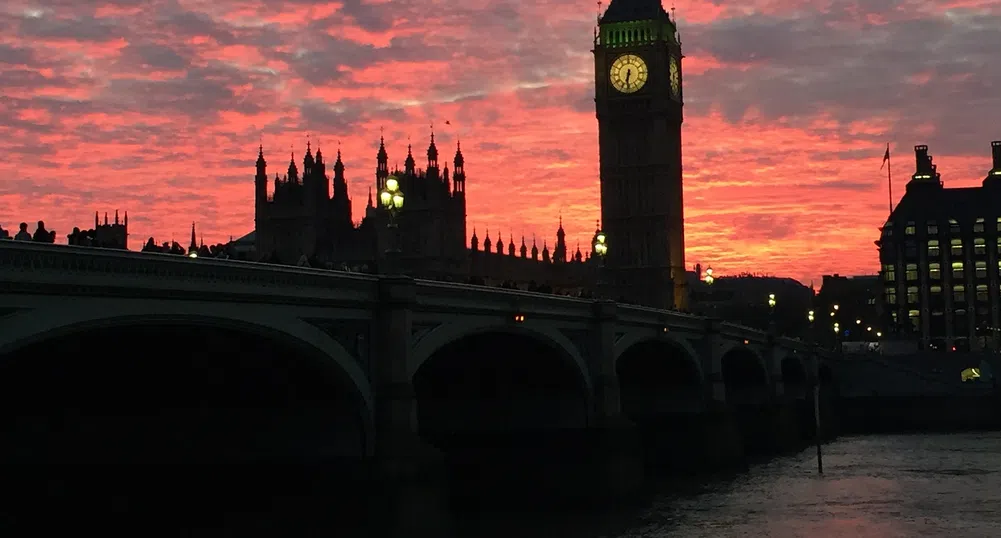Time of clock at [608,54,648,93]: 6:31
